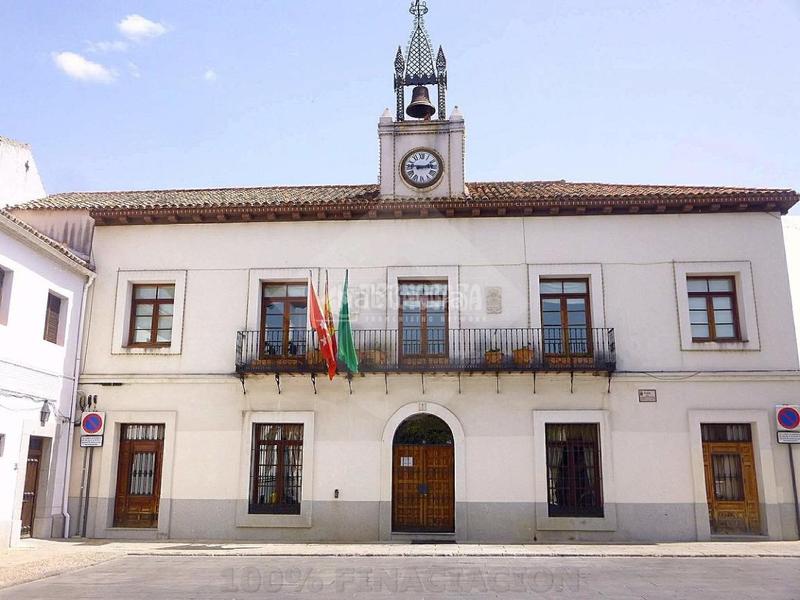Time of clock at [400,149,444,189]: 2:46
